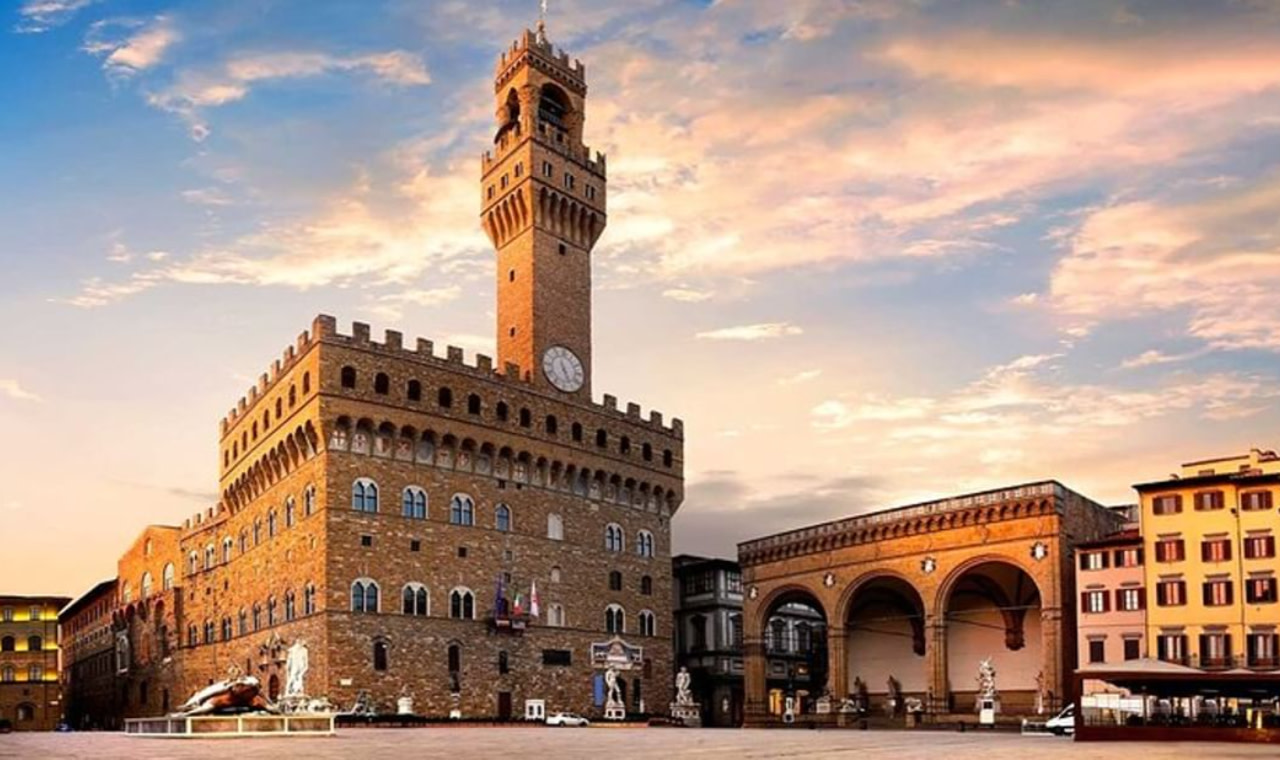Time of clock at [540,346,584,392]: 5:26
